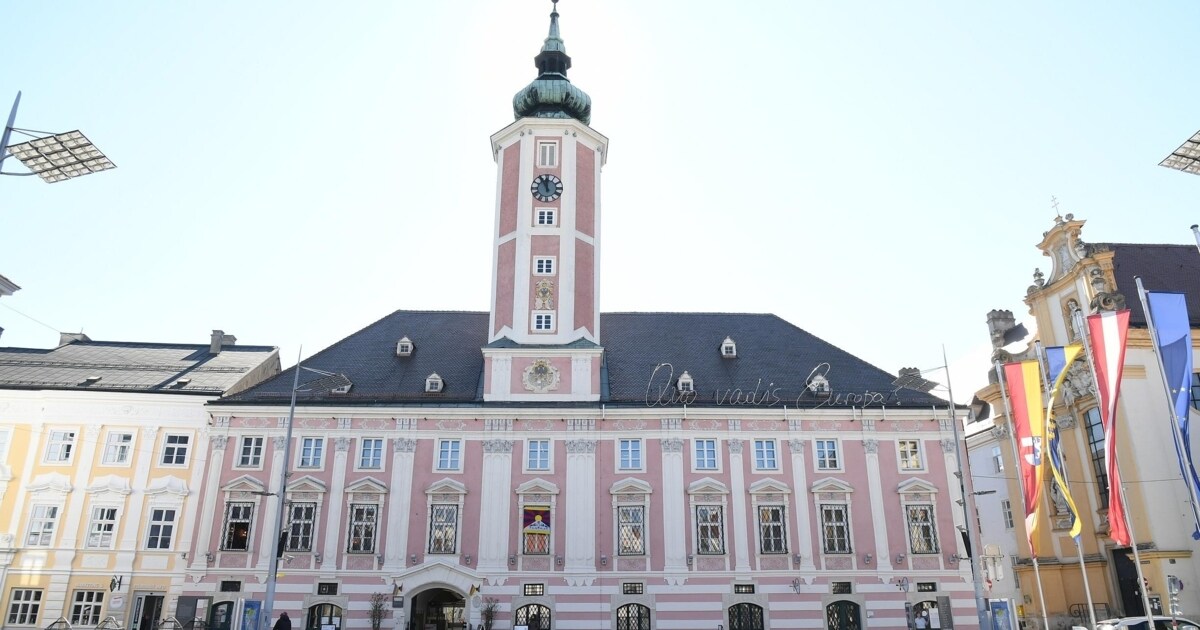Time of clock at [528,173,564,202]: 11:55
